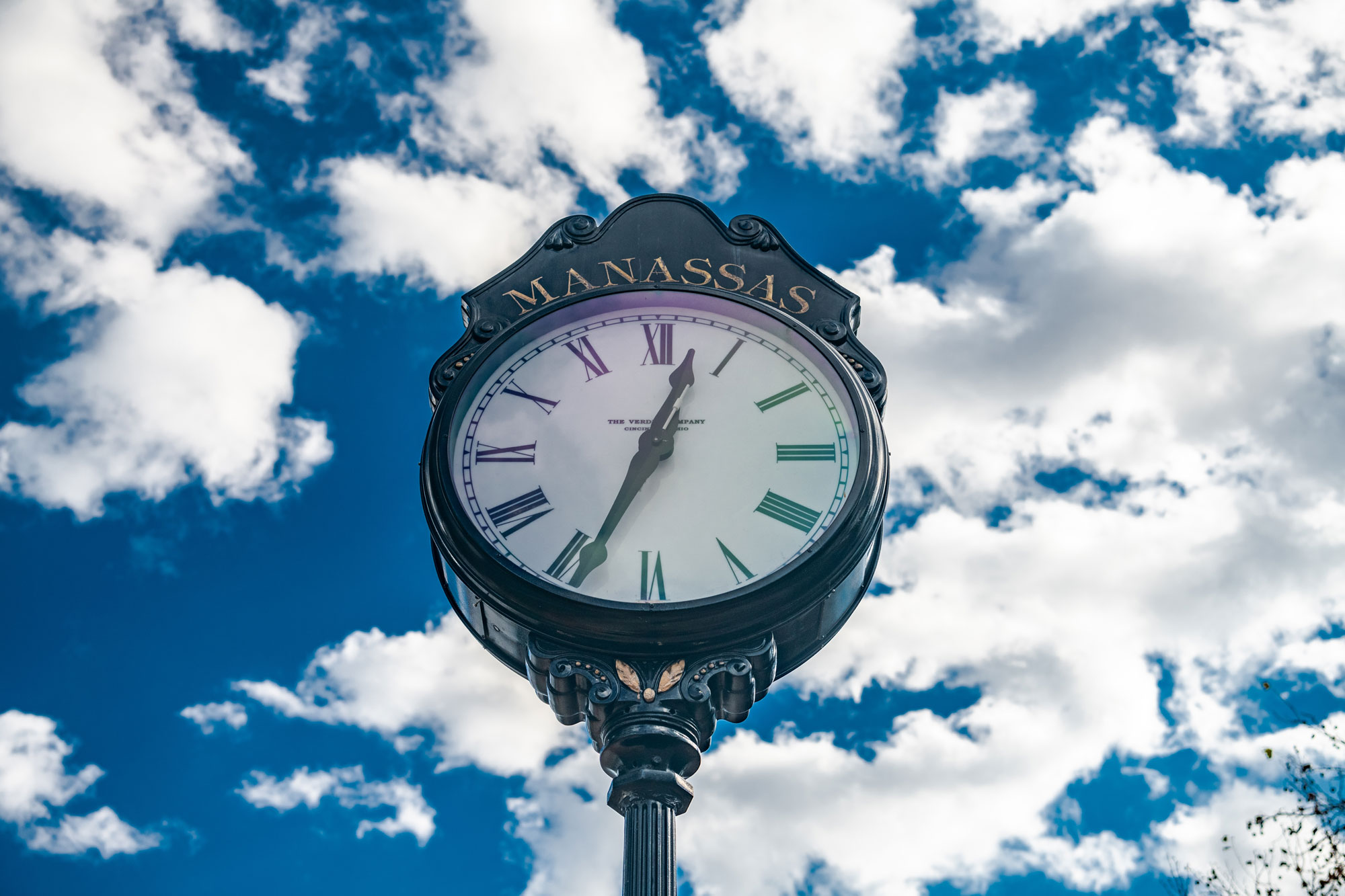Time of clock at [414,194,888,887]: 12:33
